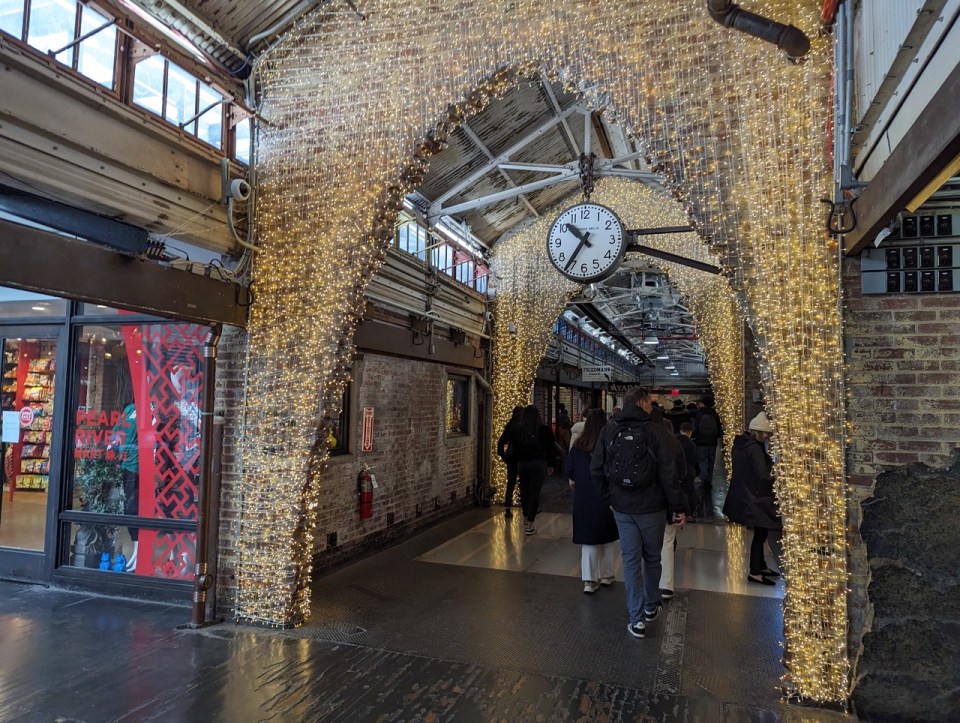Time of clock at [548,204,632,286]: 10:35
